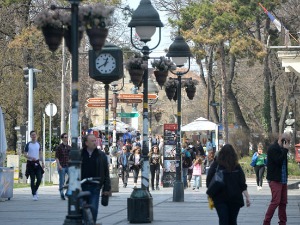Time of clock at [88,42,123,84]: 12:40
